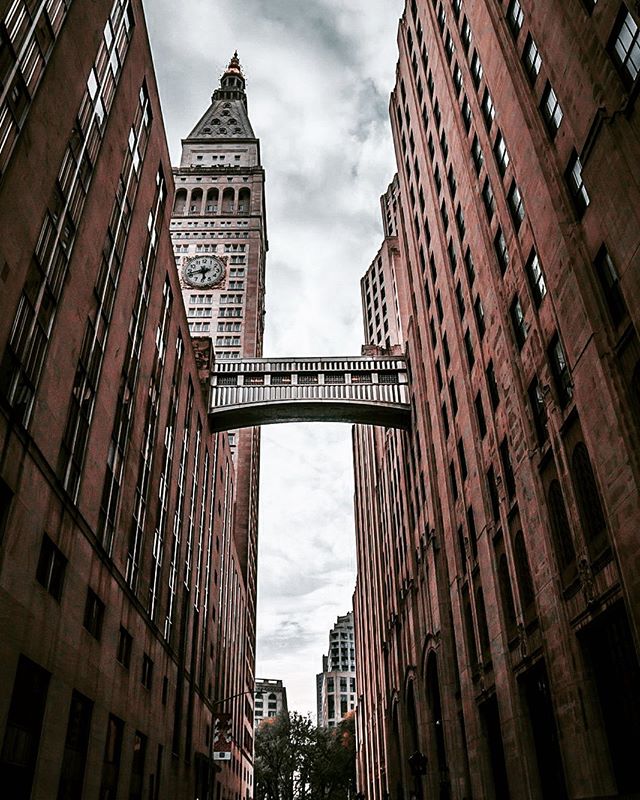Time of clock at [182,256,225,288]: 5:42
